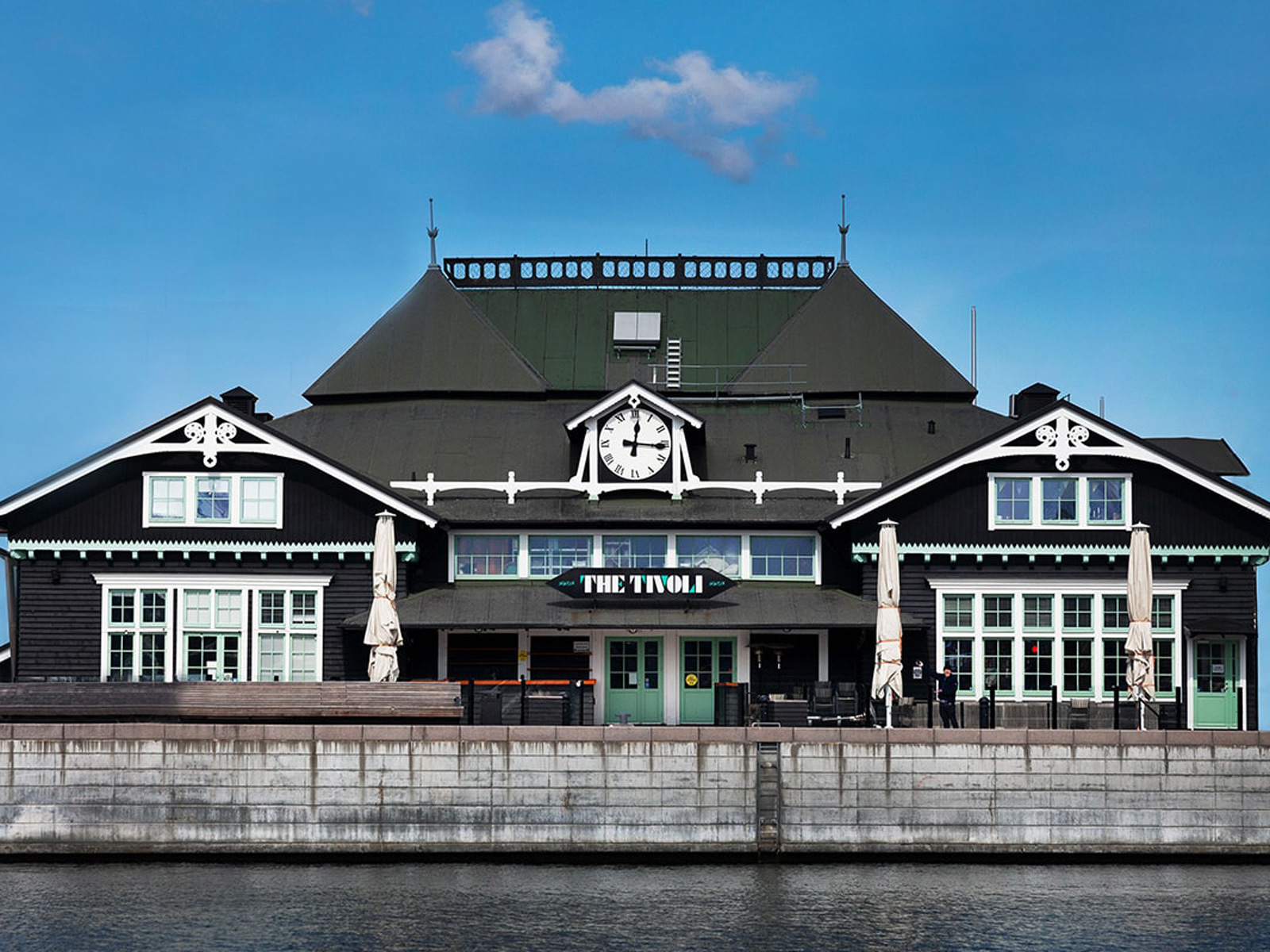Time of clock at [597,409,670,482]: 12:15
